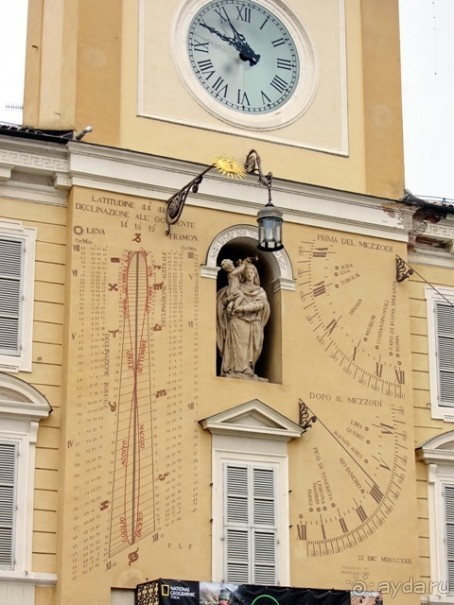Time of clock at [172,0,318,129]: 10:49
